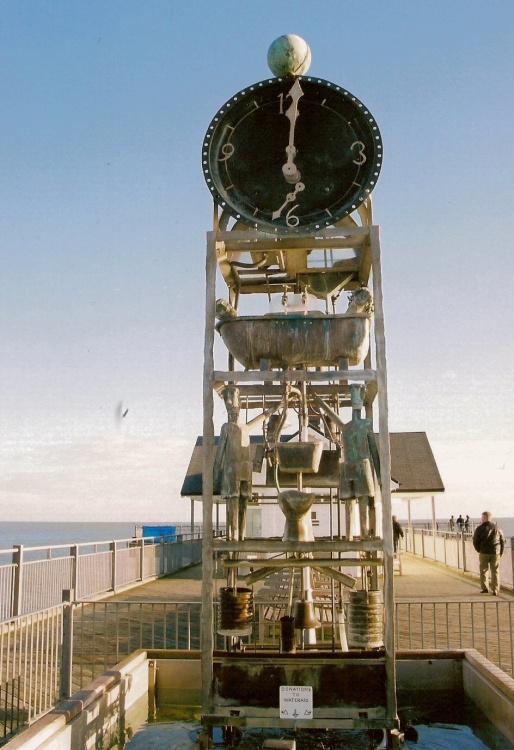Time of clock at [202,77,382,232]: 5:00
